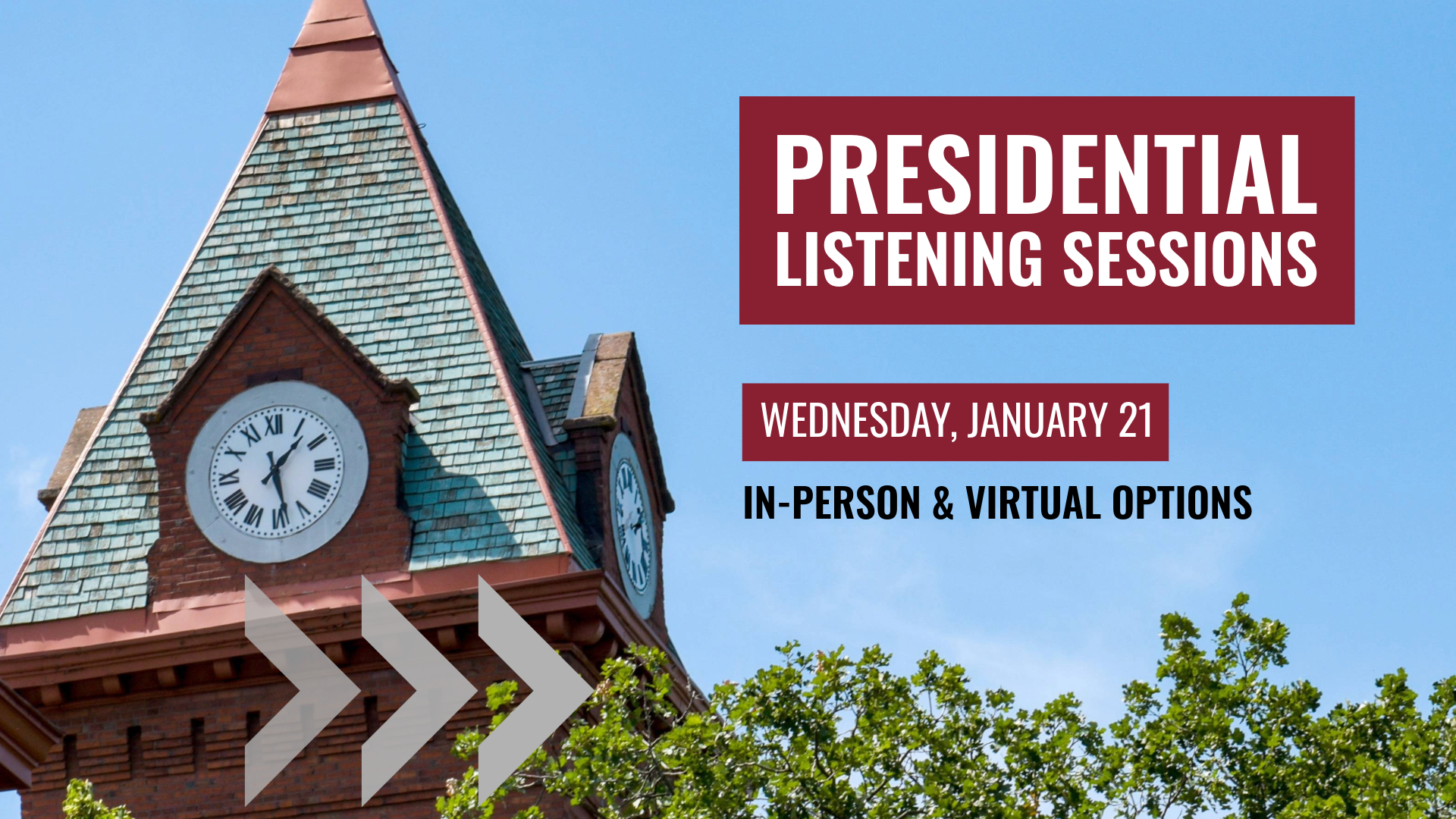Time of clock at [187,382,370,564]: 1:28
